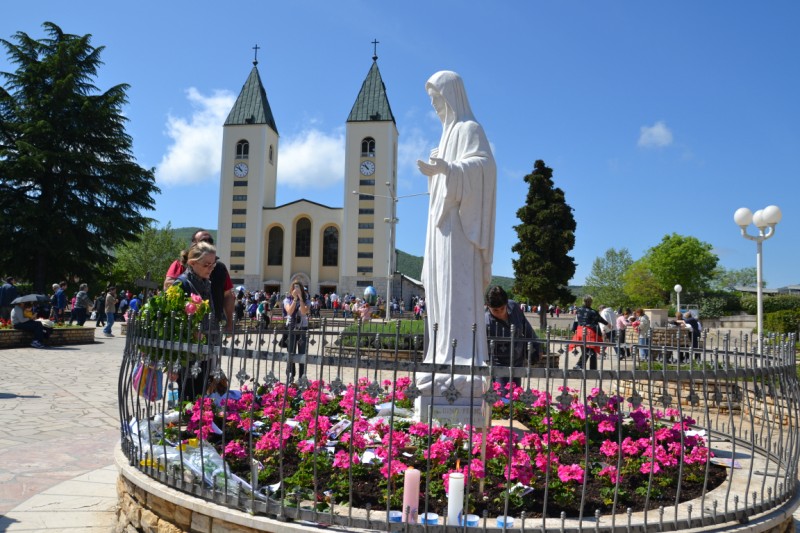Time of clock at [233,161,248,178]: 10:51
